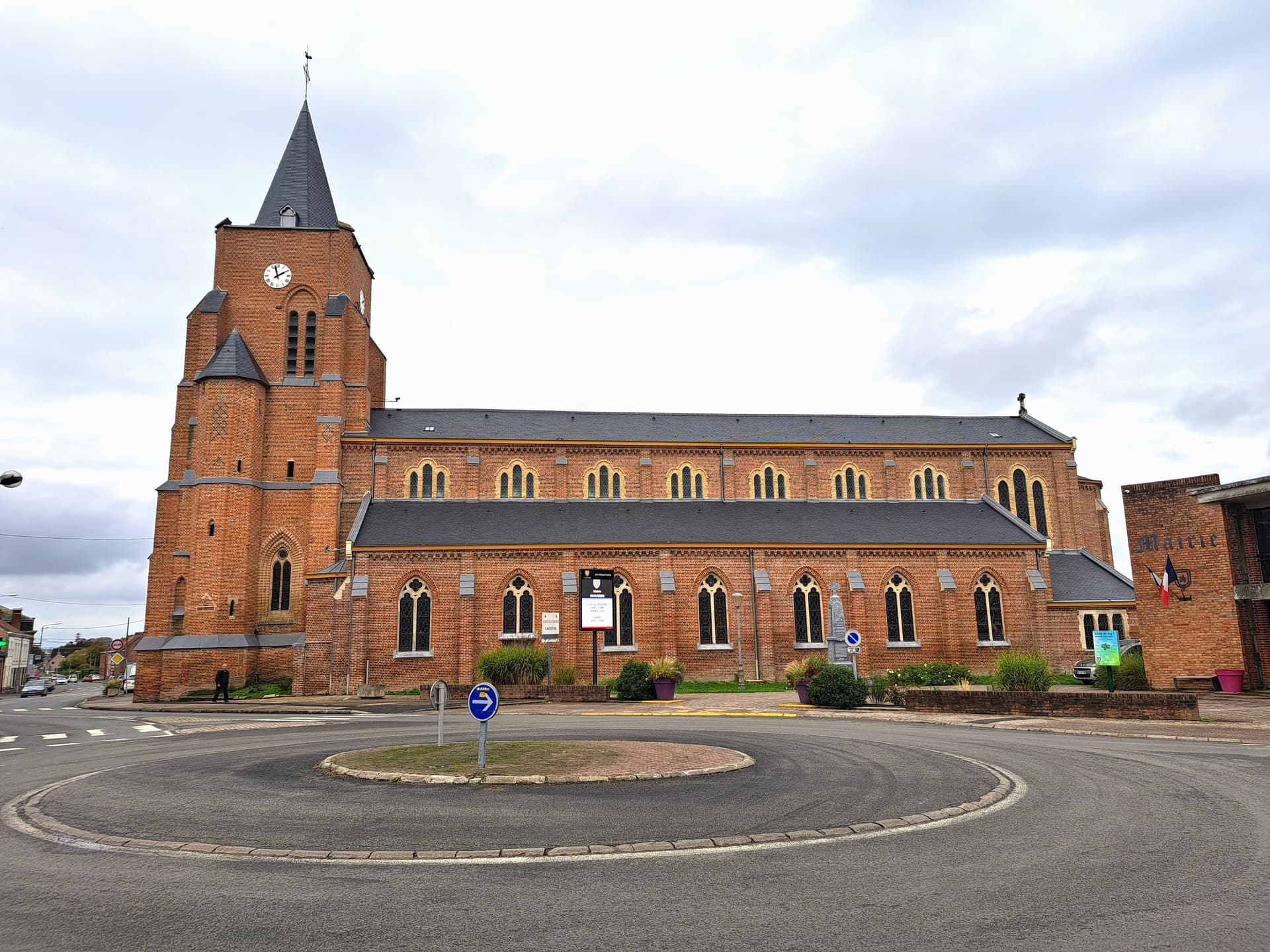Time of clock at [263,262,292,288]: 1:57
